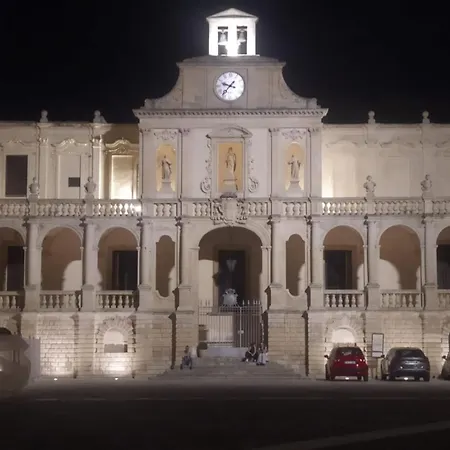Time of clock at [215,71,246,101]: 9:36
